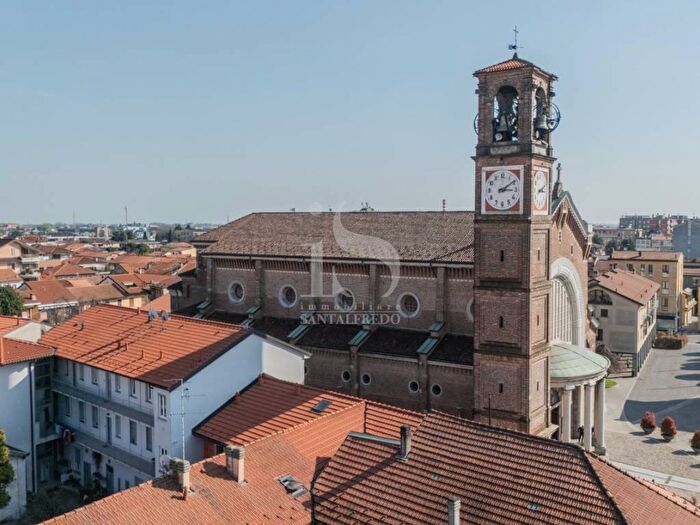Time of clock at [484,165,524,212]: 3:09
